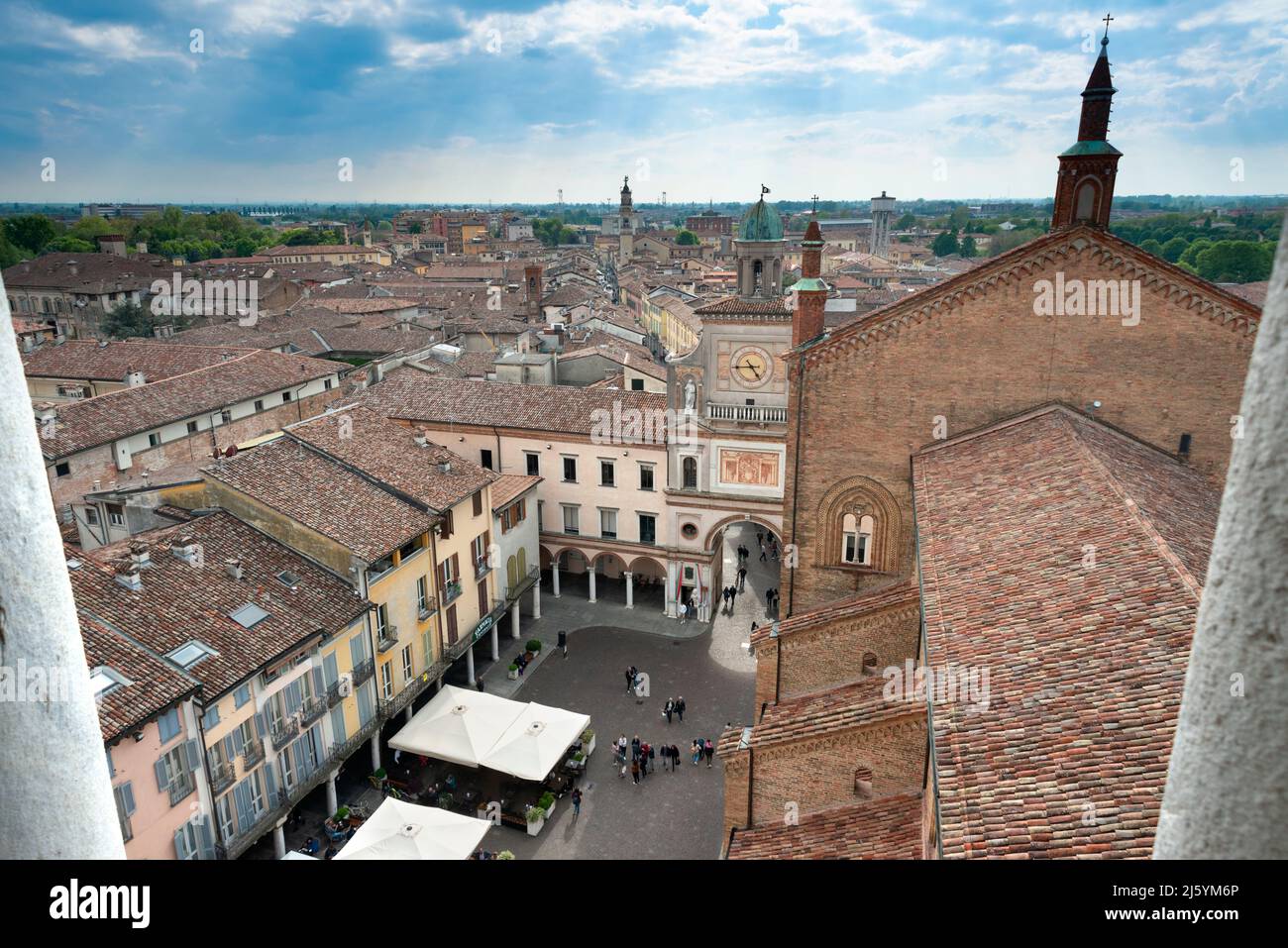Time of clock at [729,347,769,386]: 4:44
